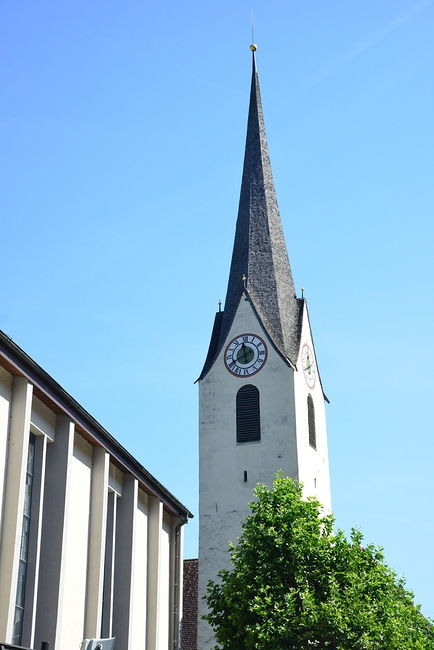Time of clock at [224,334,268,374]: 11:40
